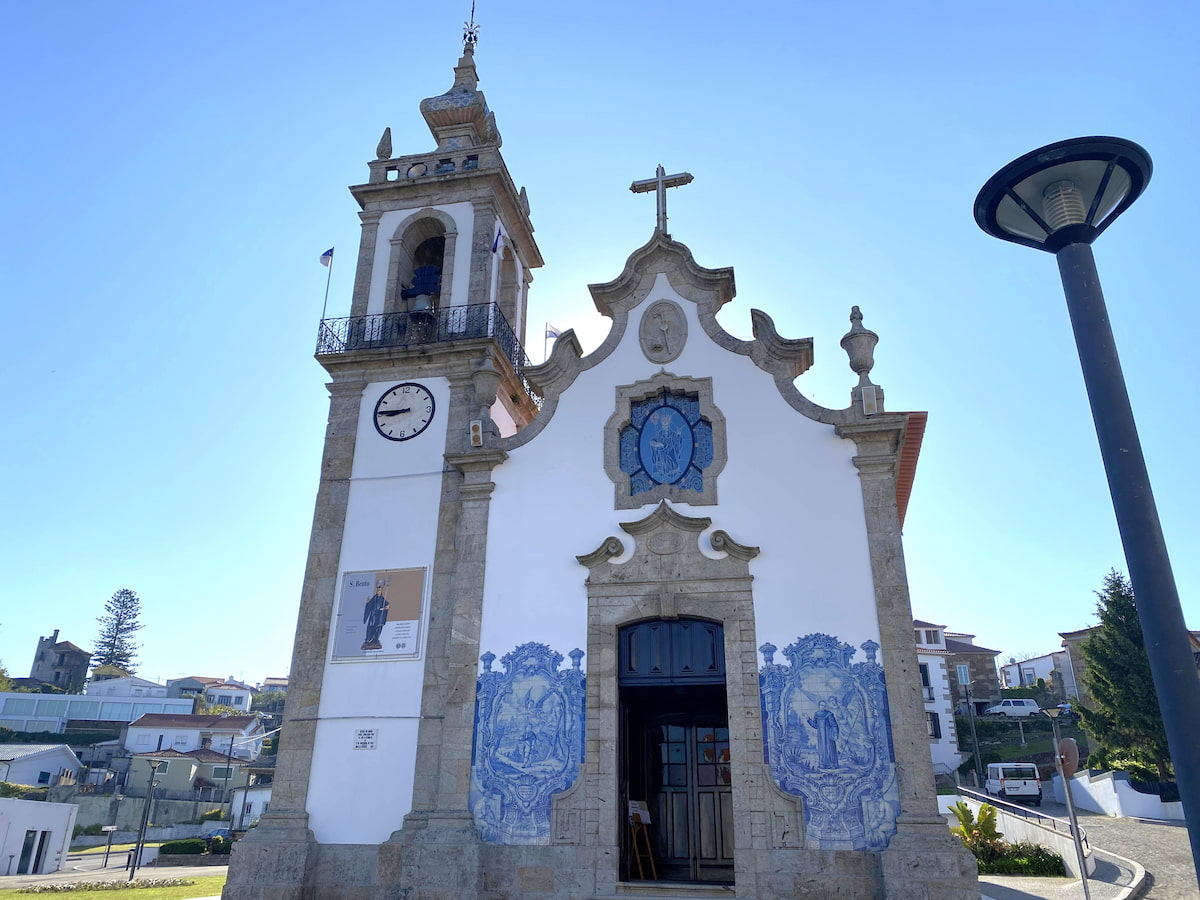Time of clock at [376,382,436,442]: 8:45
